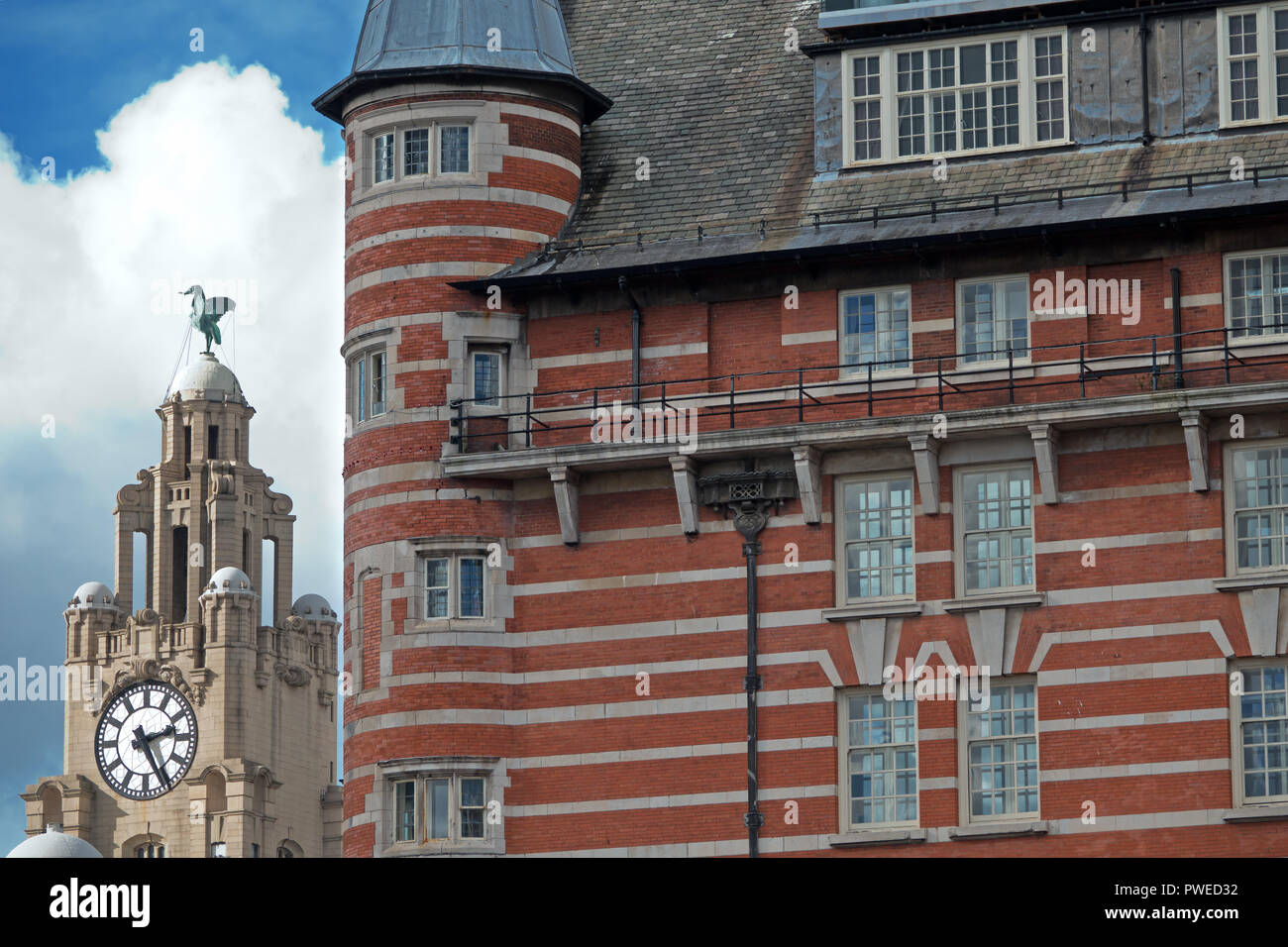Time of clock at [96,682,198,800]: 2:25
